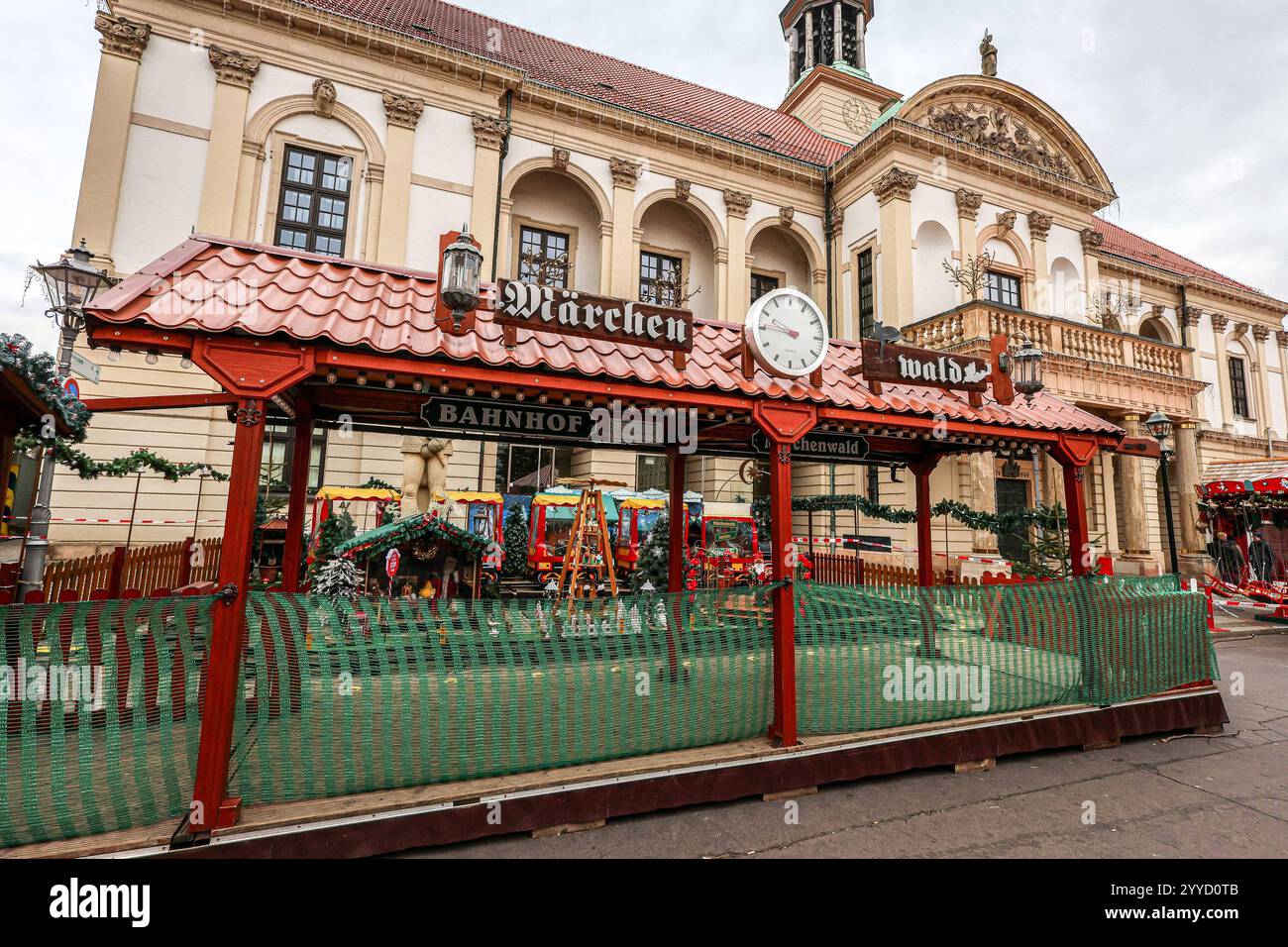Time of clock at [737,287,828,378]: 9:45
